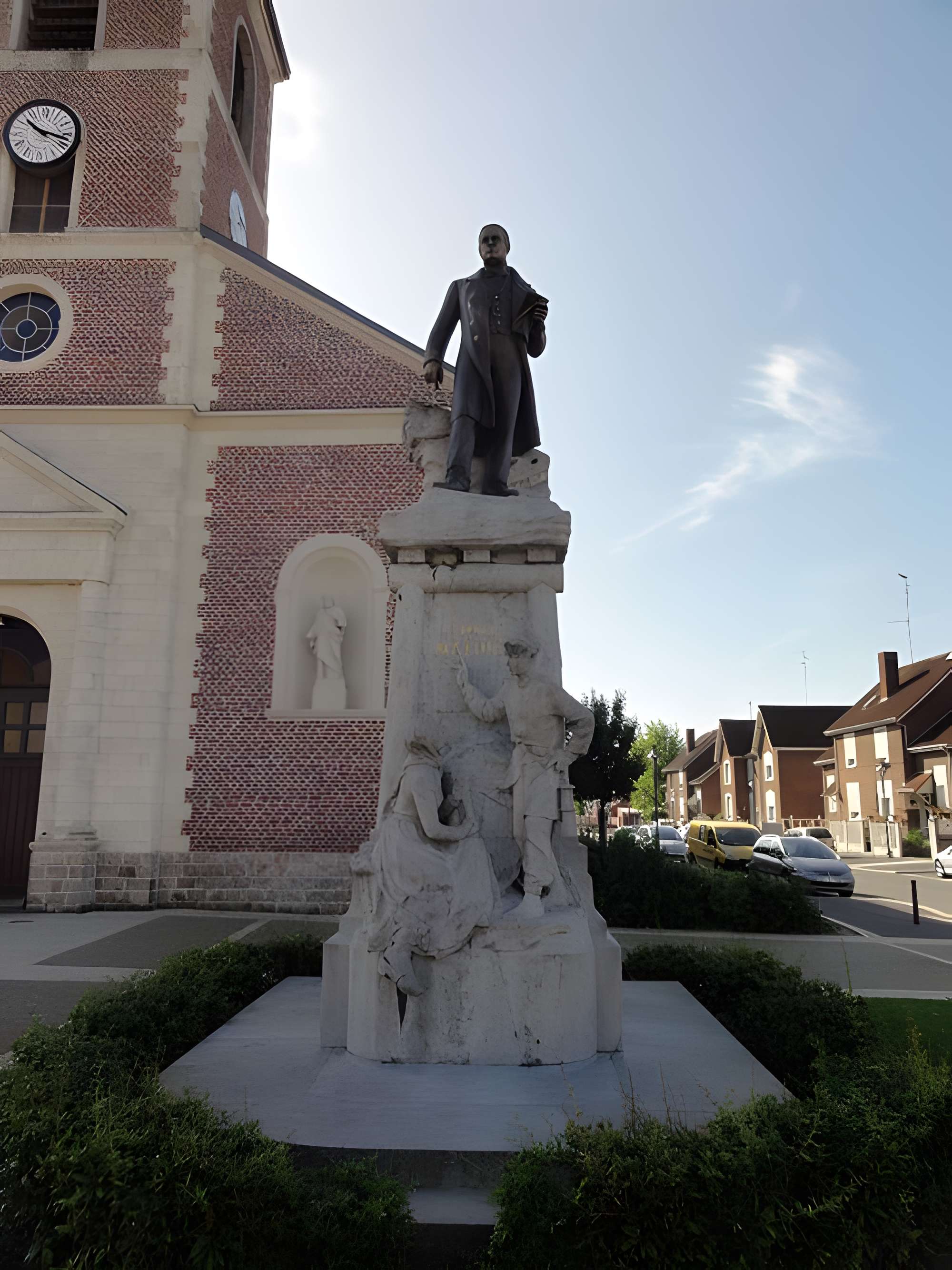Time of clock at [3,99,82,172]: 10:17
